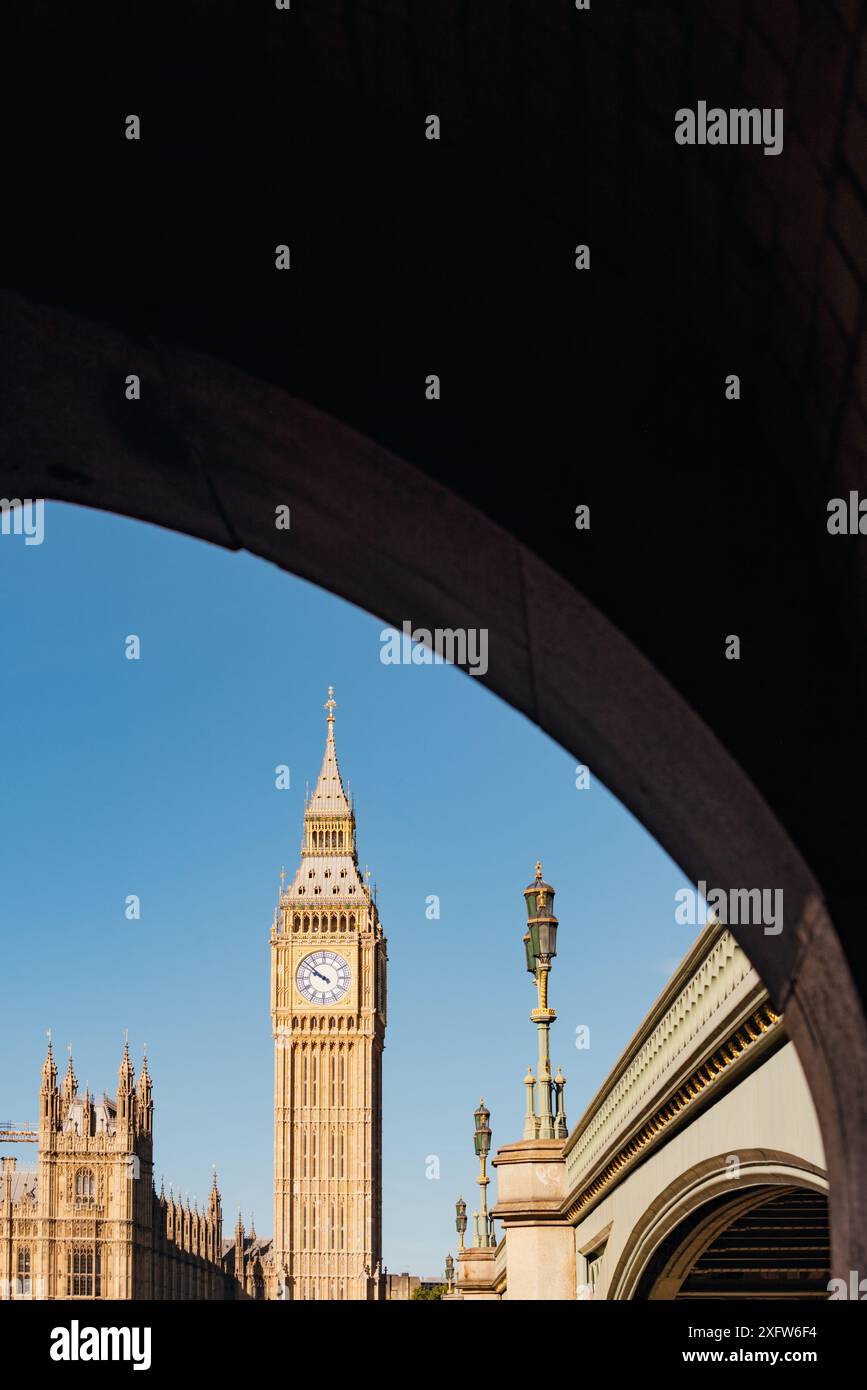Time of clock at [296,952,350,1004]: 9:51
